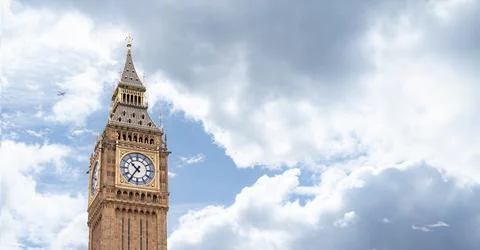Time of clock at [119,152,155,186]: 10:35
